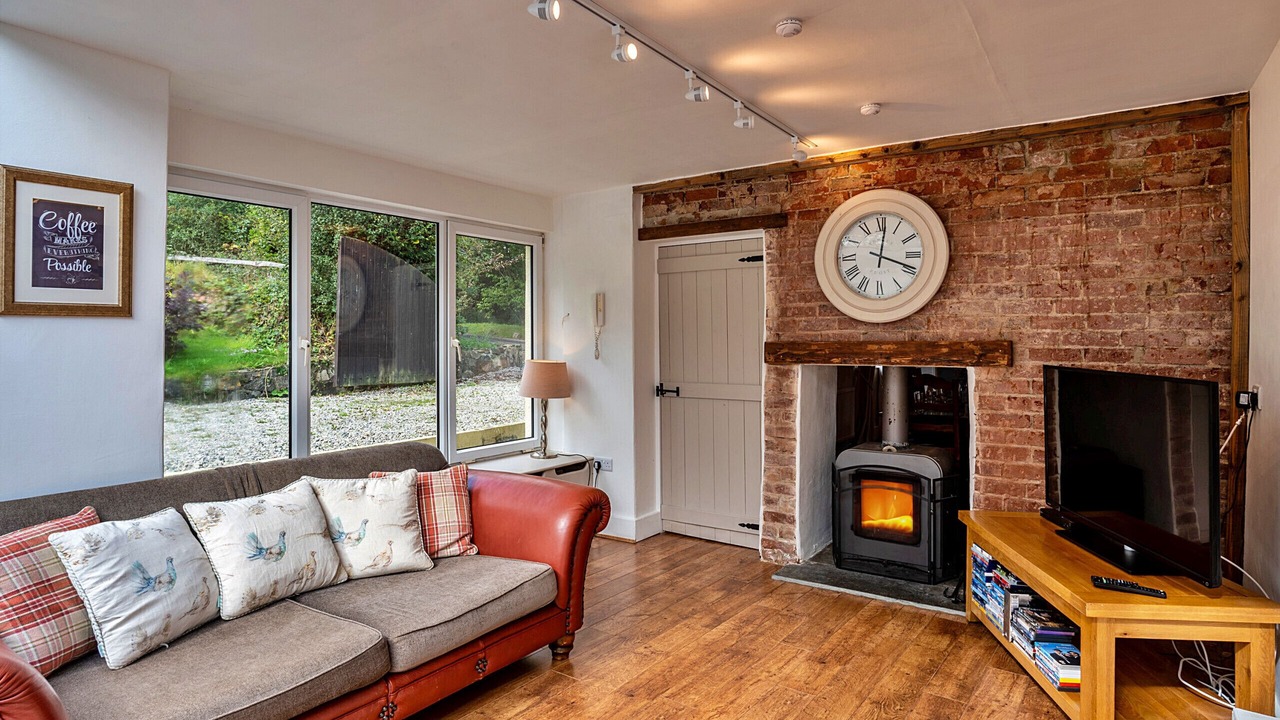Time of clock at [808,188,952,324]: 12:18
